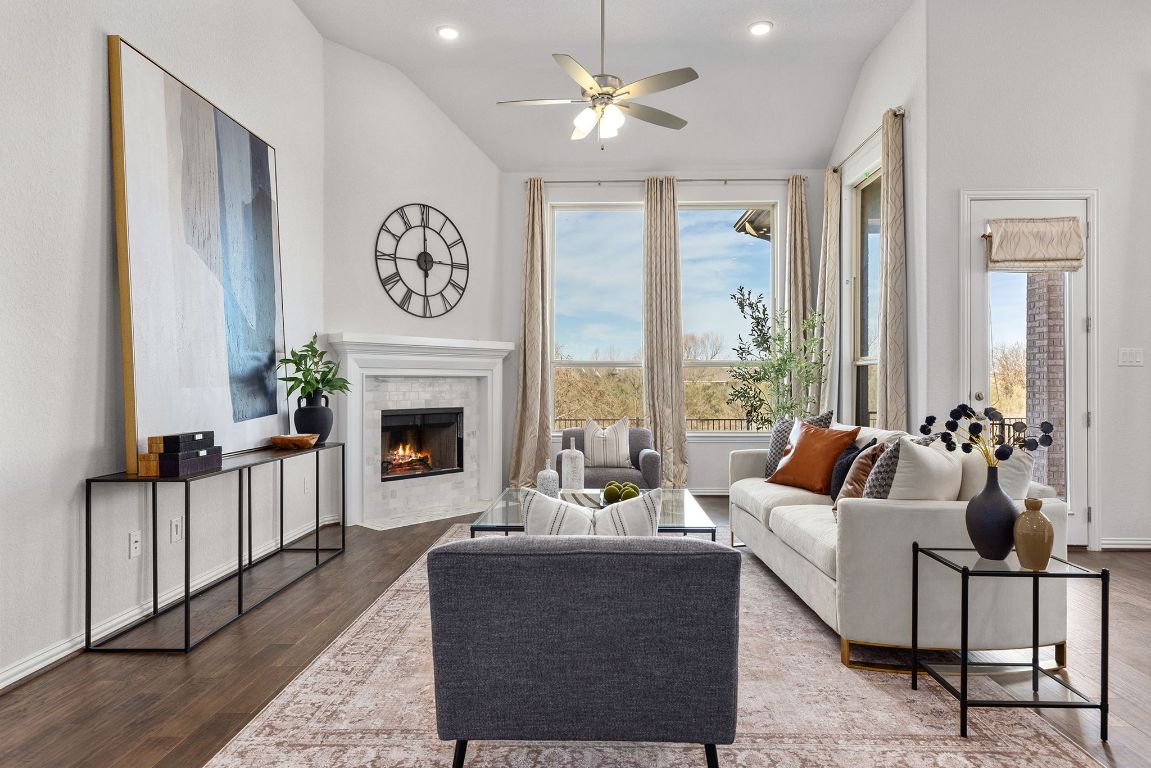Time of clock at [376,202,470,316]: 2:59
